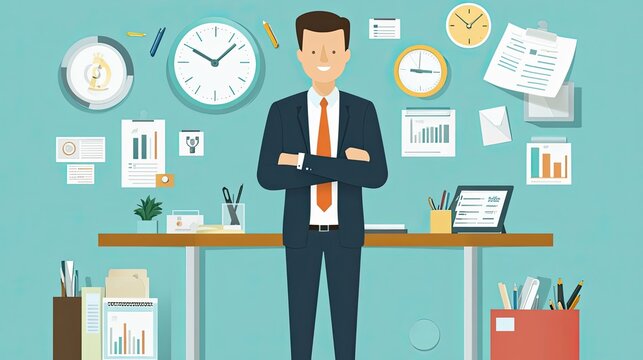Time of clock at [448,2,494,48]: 10:07
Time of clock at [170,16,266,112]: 10:07
